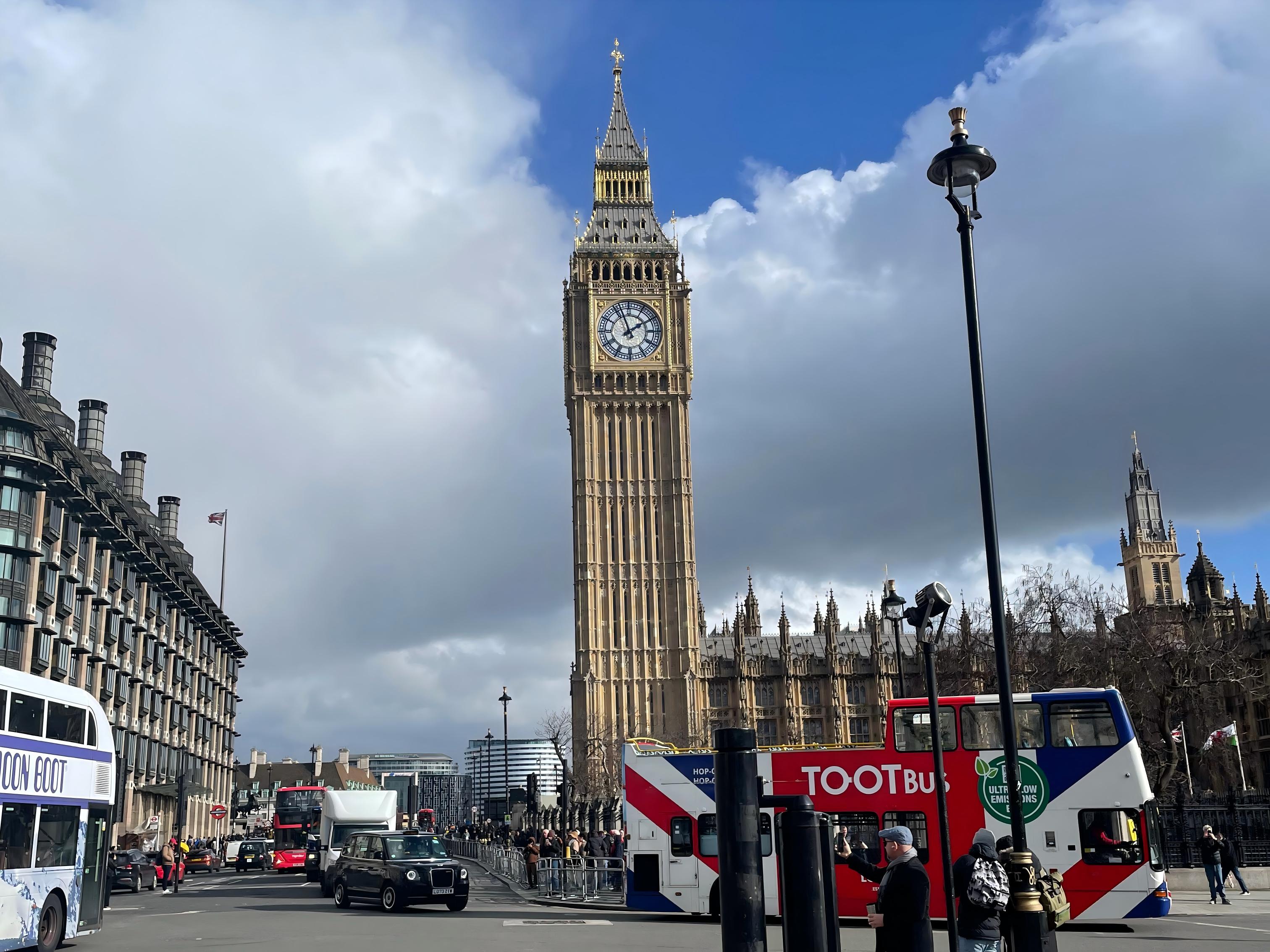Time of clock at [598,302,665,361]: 1:56
